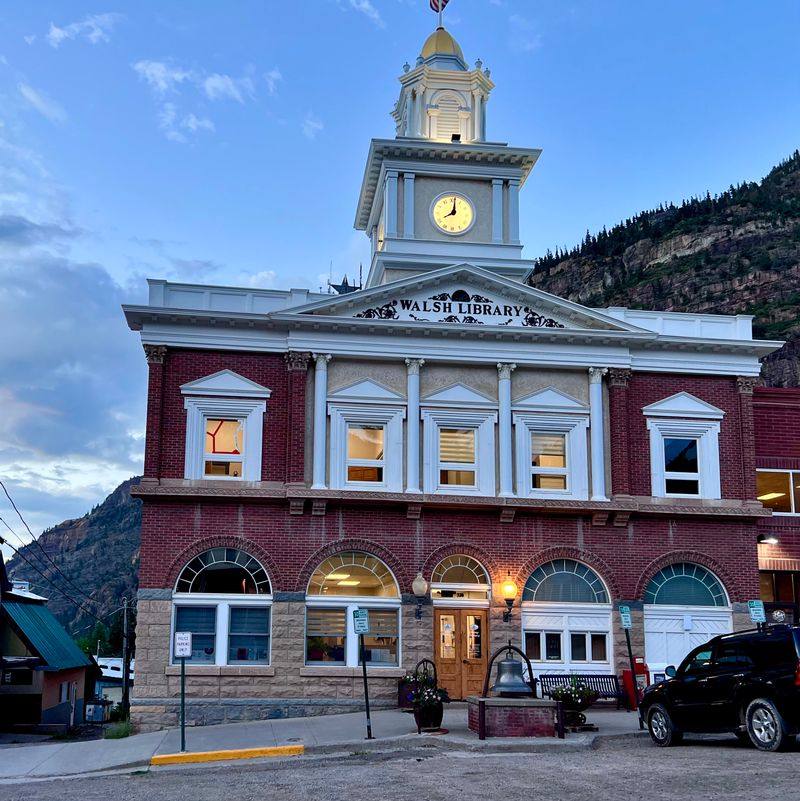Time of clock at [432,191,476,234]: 8:01
